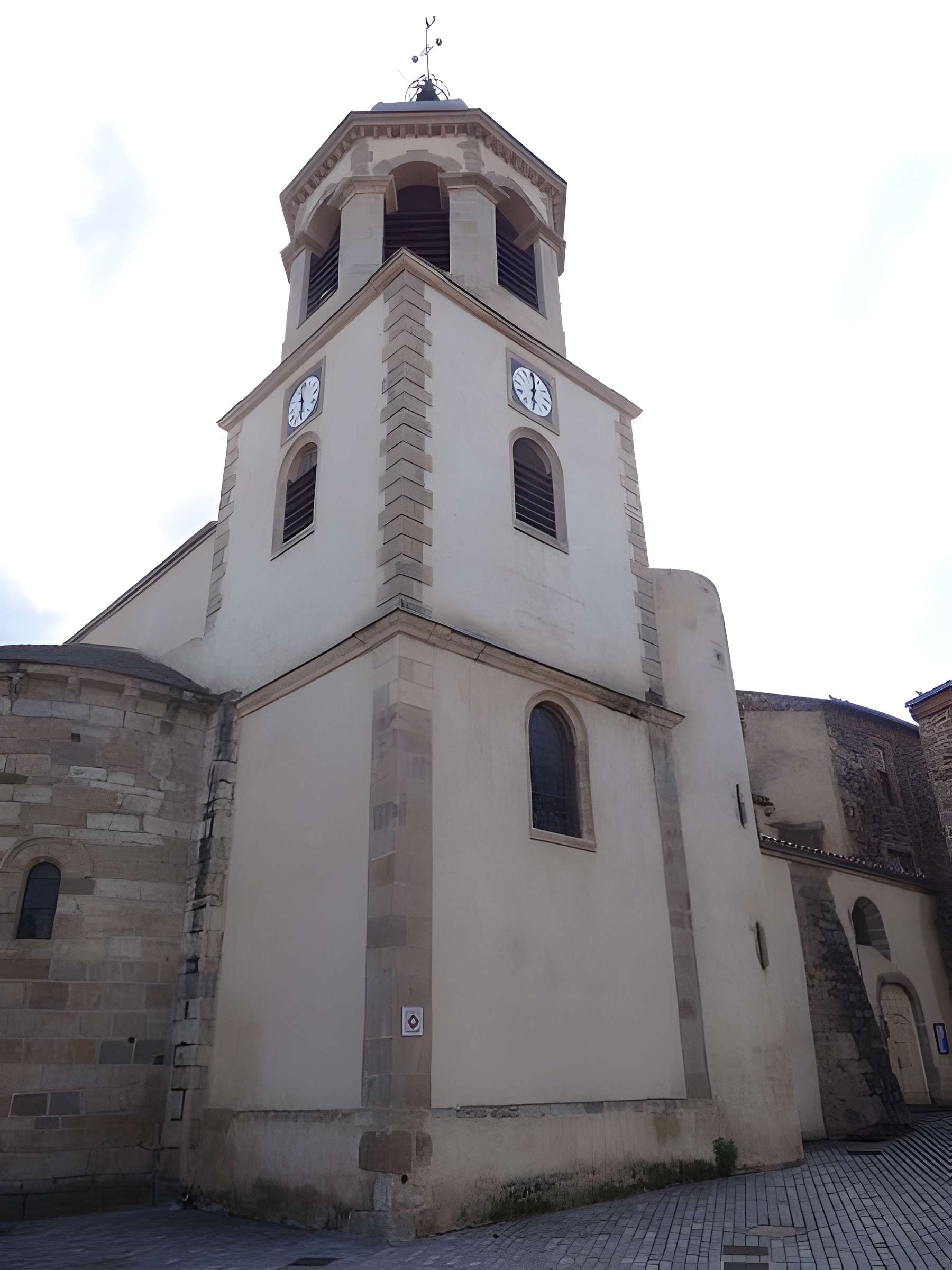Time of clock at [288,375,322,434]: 5:58
